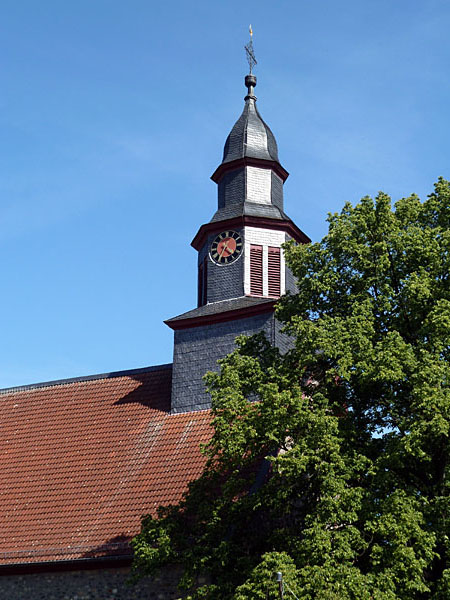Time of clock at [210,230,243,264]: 4:35
